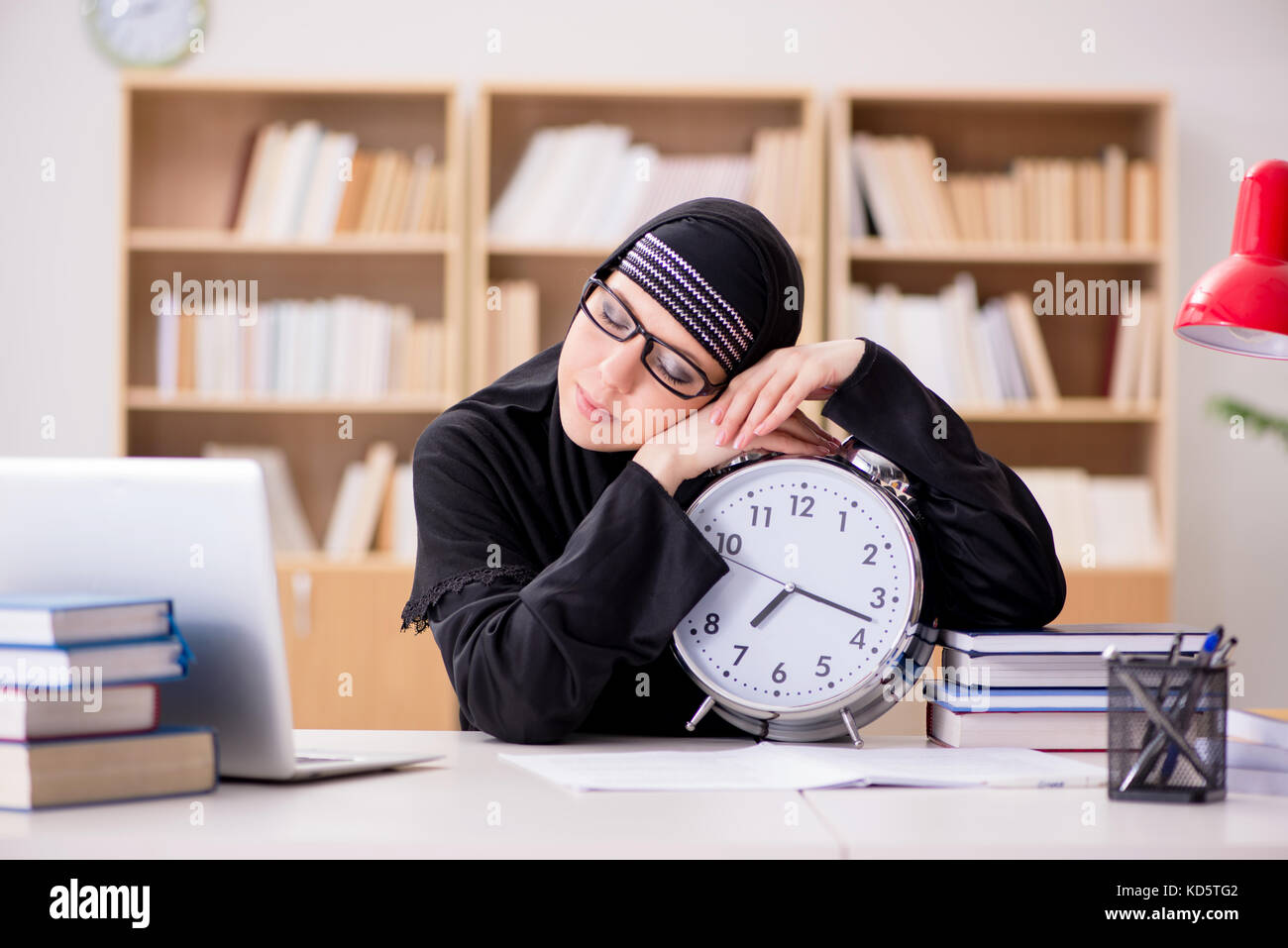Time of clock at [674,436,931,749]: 7:17
